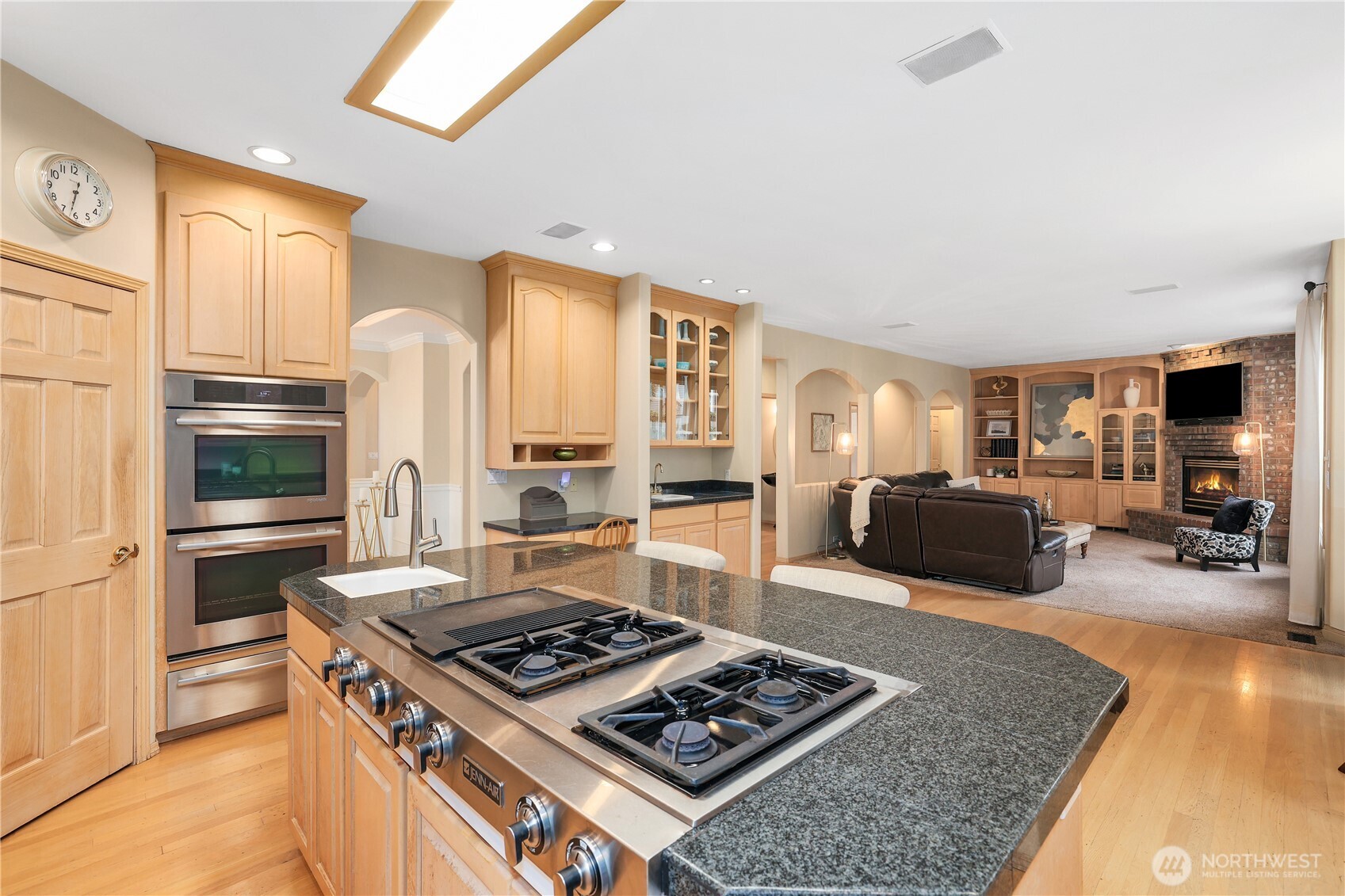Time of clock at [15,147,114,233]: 12:32
